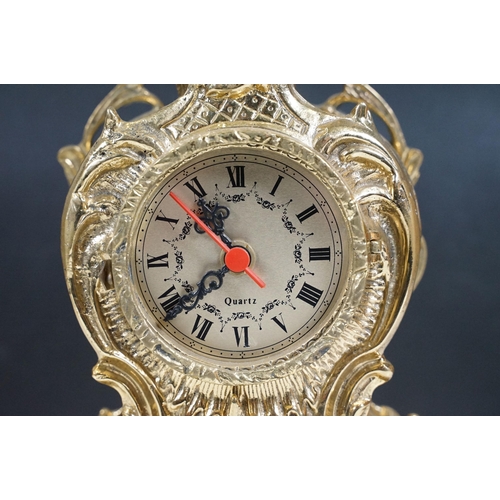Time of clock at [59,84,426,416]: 10:38
